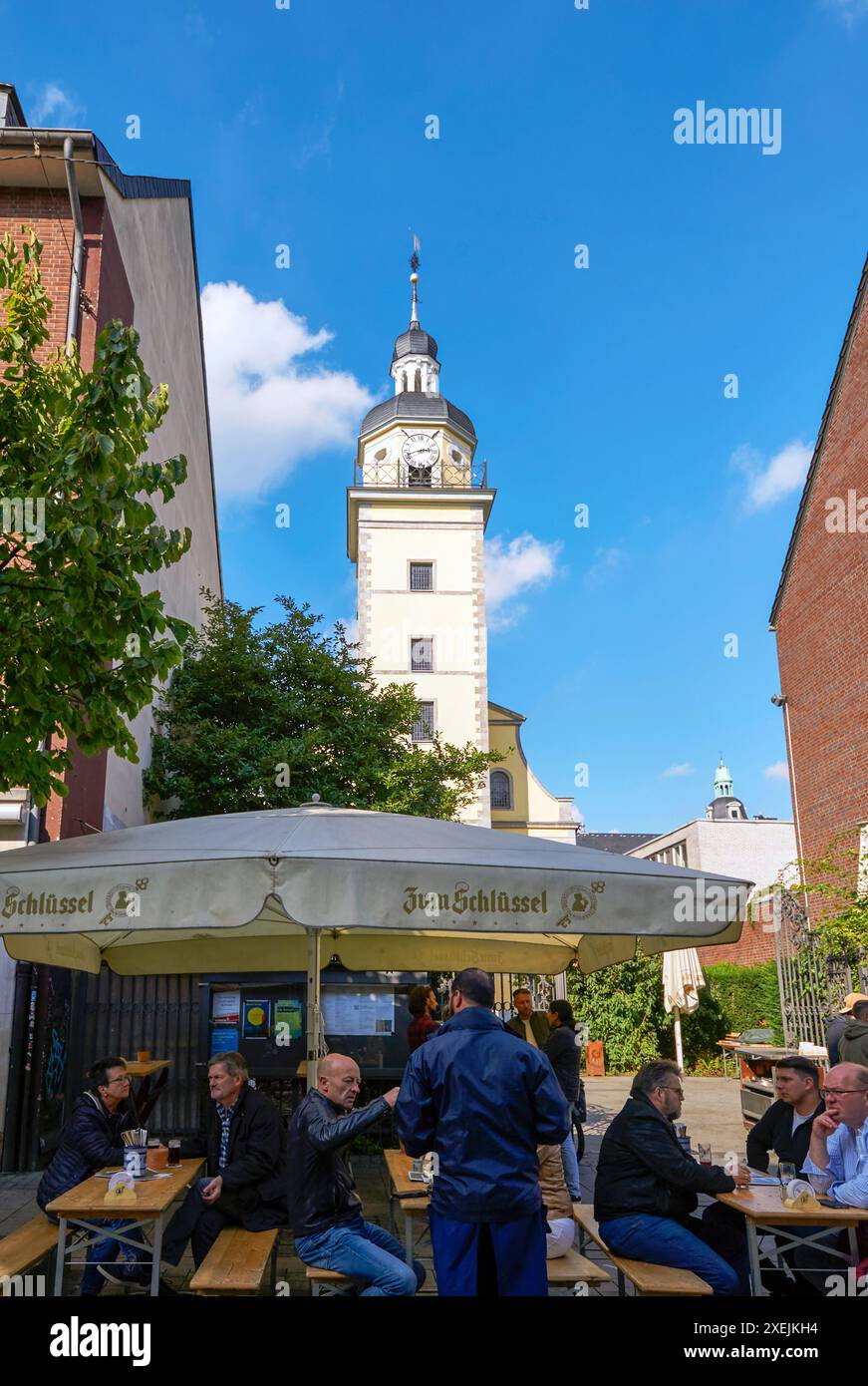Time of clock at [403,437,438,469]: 2:42
